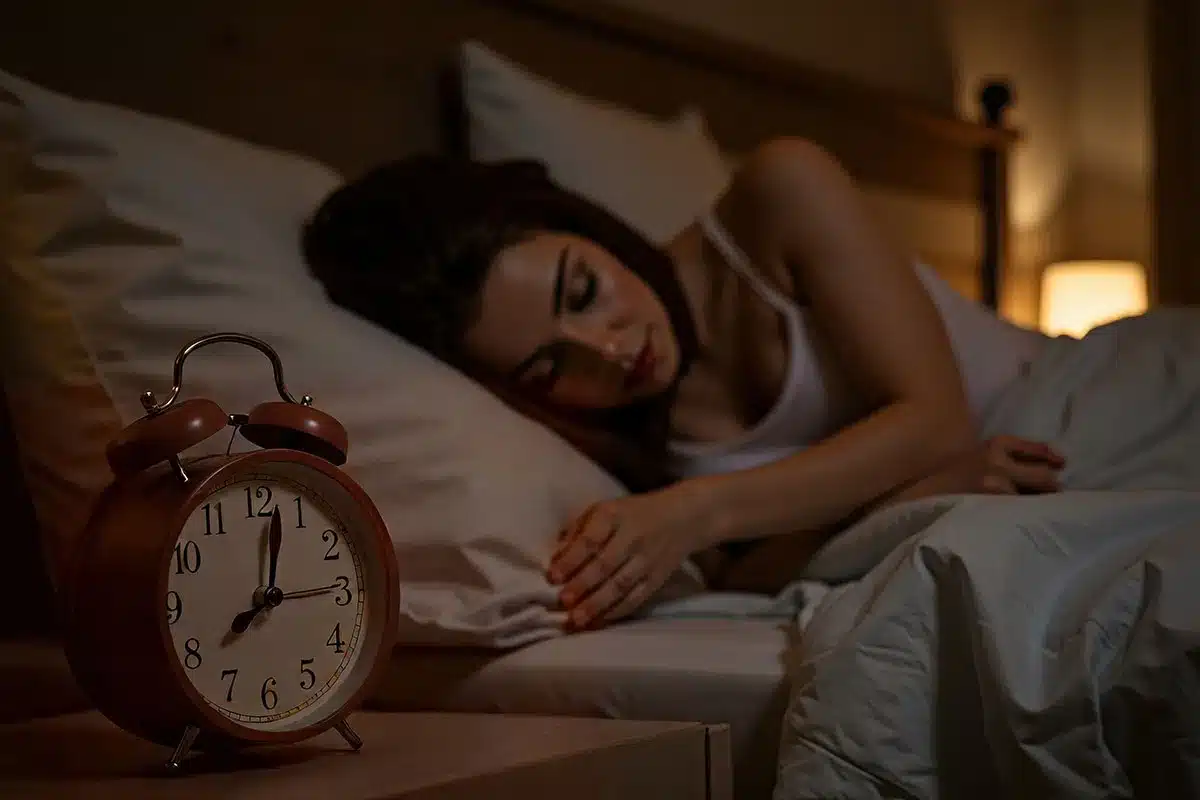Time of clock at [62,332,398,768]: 8:02
